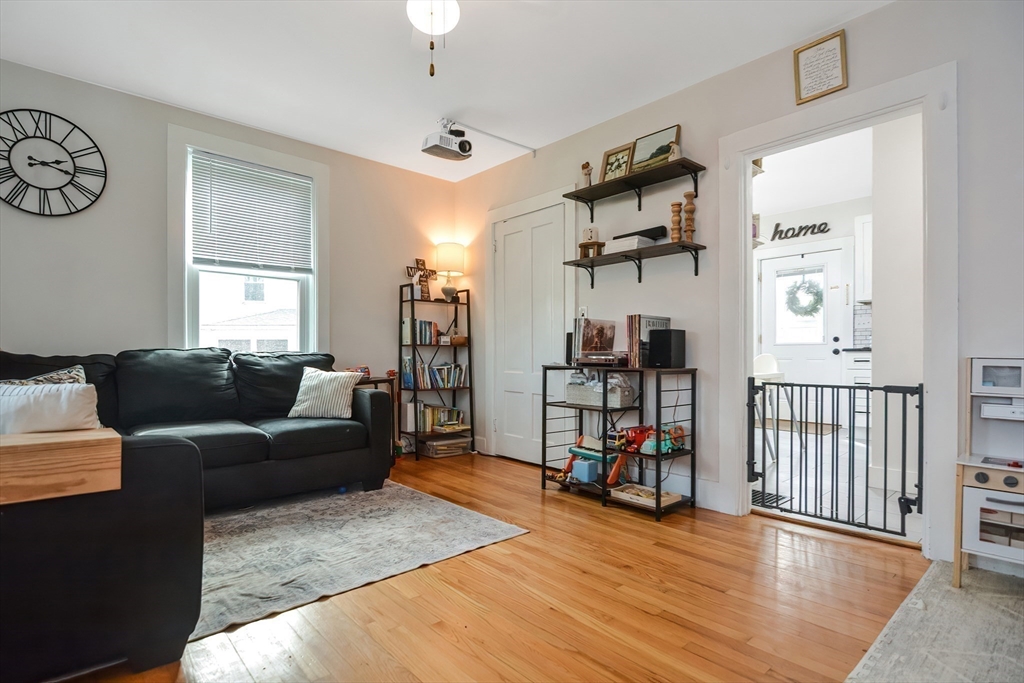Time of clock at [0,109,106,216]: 2:18
